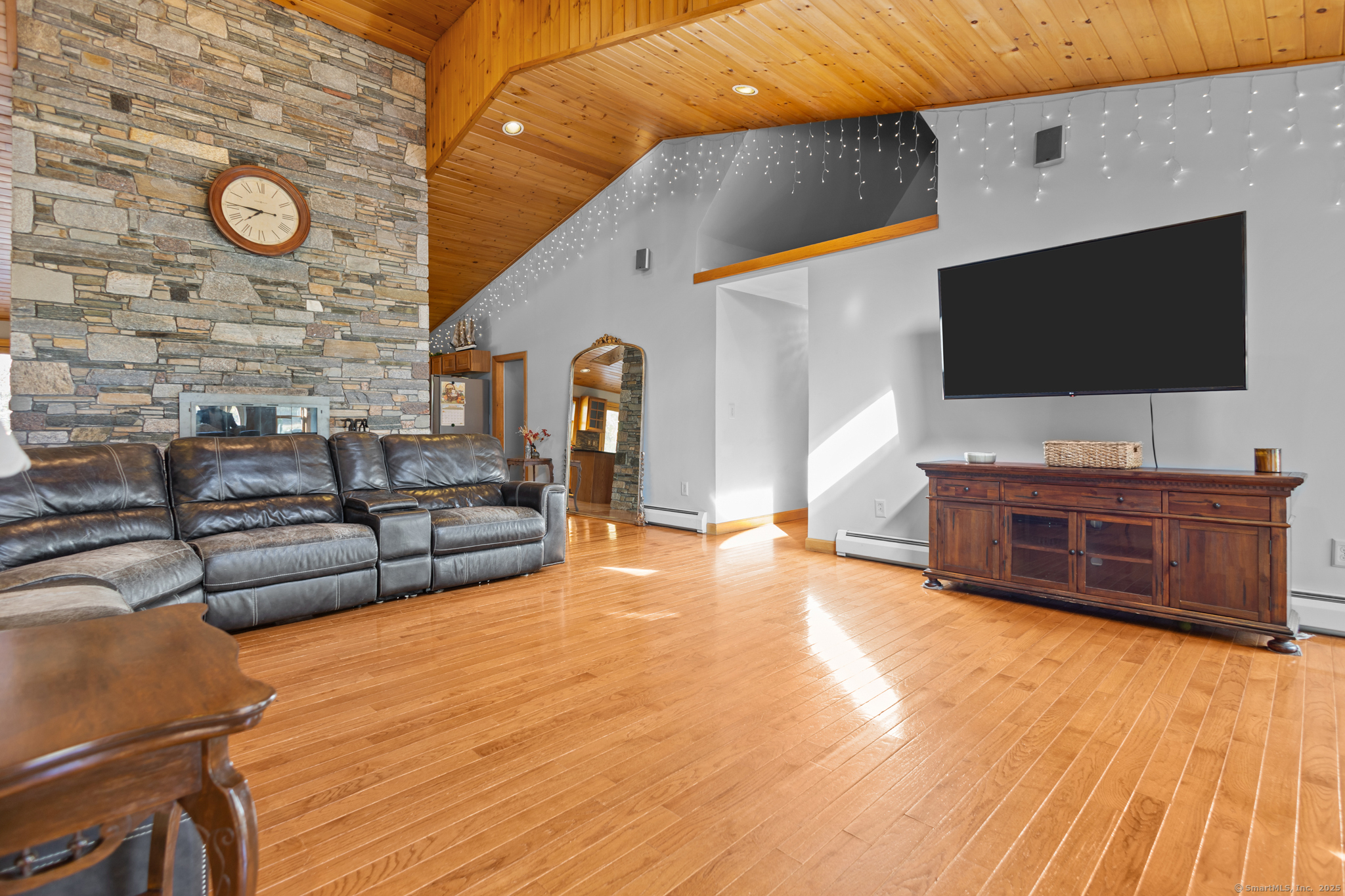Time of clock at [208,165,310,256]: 7:45
